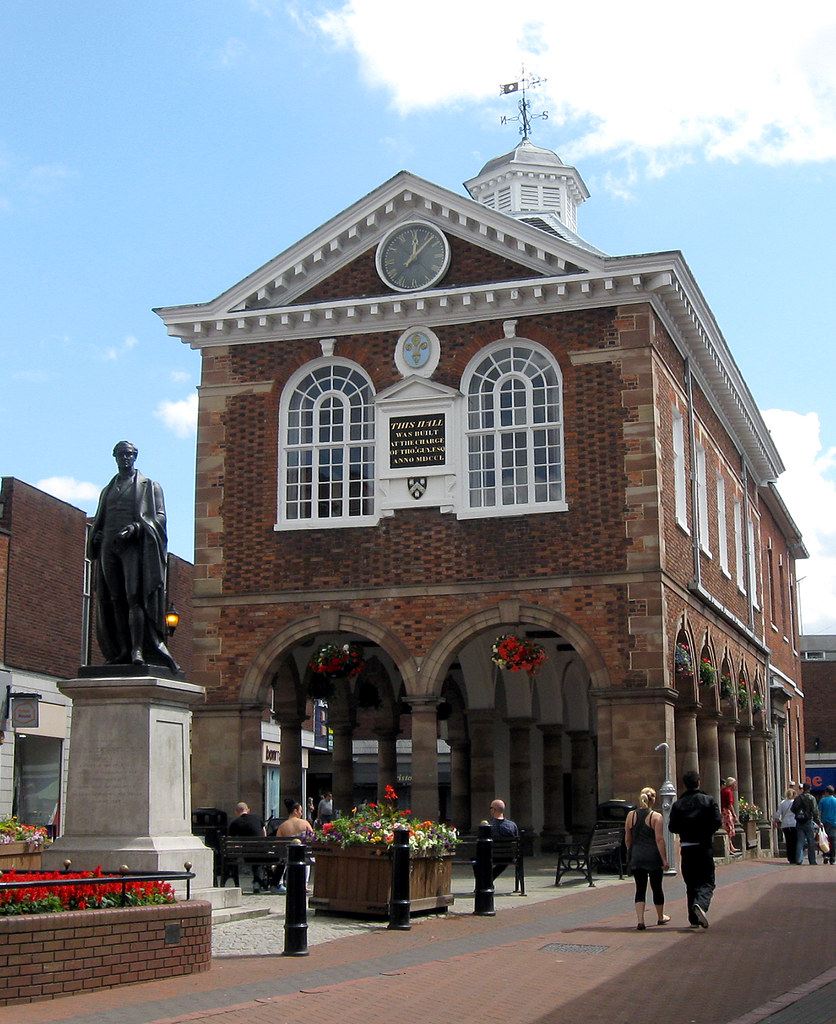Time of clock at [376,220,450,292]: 12:07
